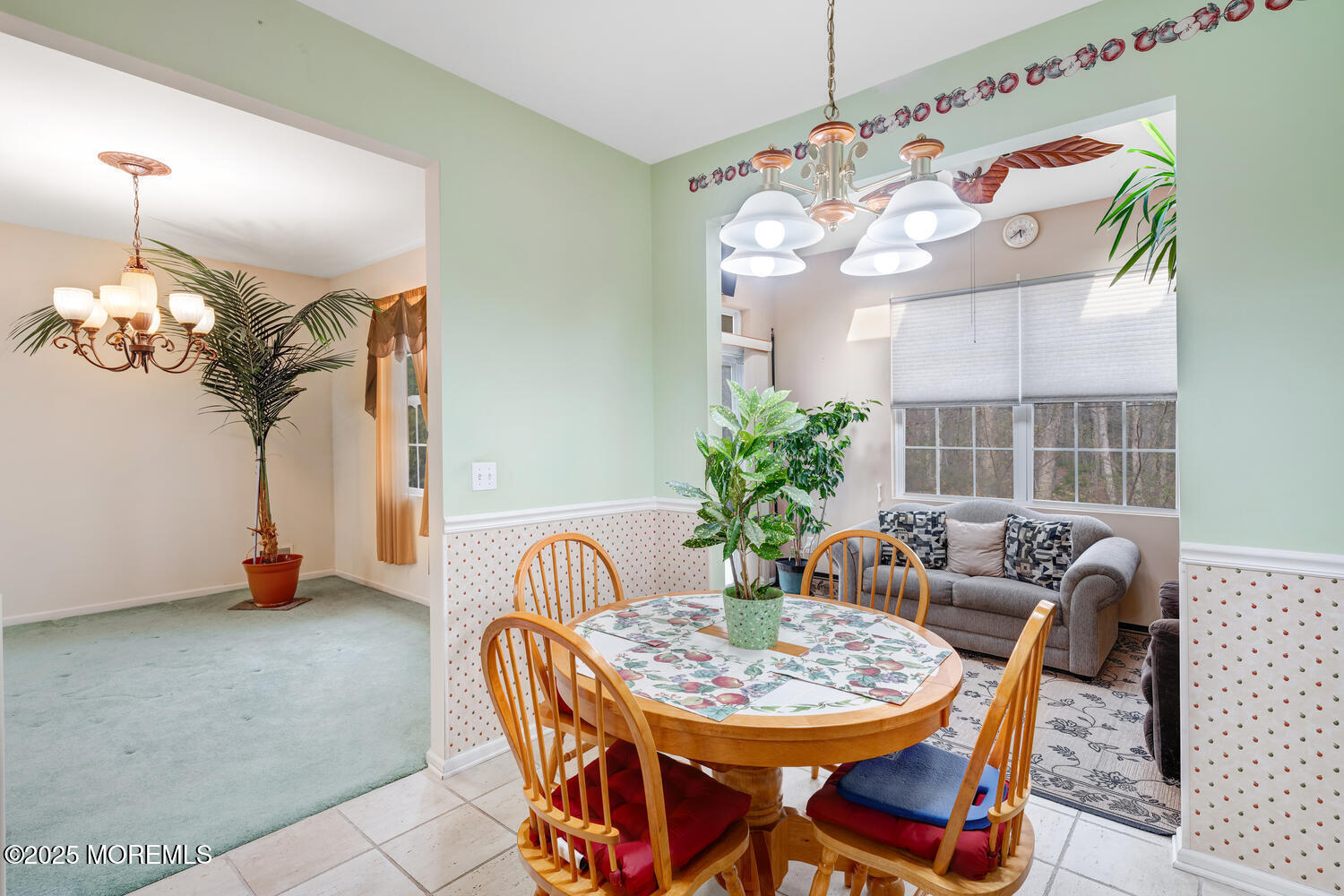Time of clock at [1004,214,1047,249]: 5:38
